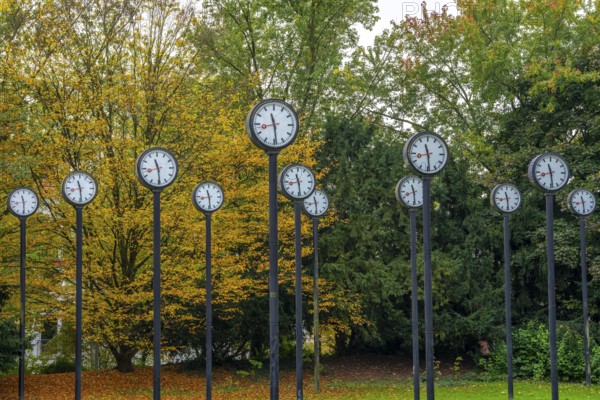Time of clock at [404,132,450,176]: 11:29
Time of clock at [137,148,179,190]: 11:29
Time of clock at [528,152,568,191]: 8:28
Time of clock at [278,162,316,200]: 11:28
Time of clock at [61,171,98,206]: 11:28
